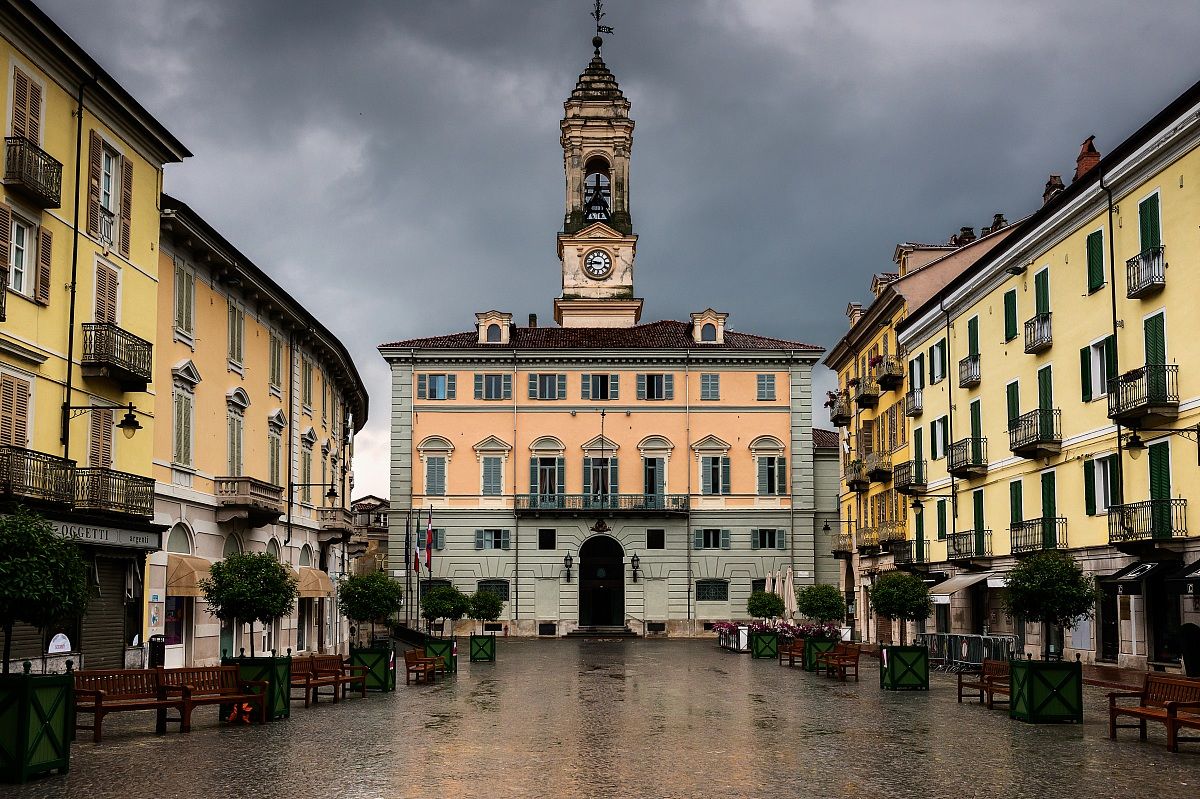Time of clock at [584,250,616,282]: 8:46
